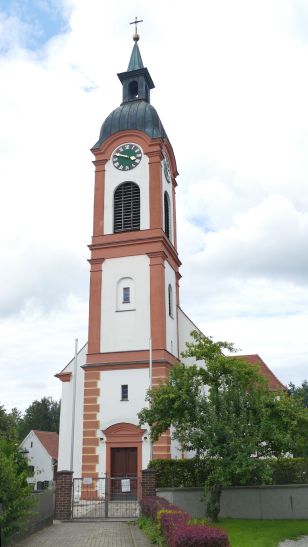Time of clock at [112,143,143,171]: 3:46
